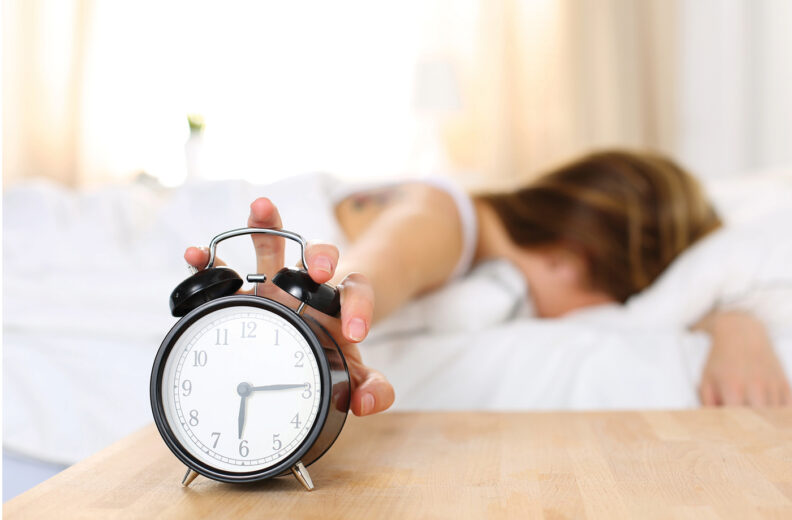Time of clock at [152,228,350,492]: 6:14
